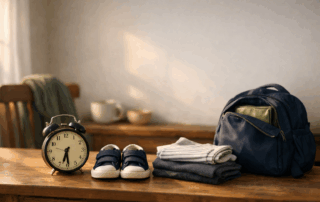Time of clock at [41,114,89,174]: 6:29
